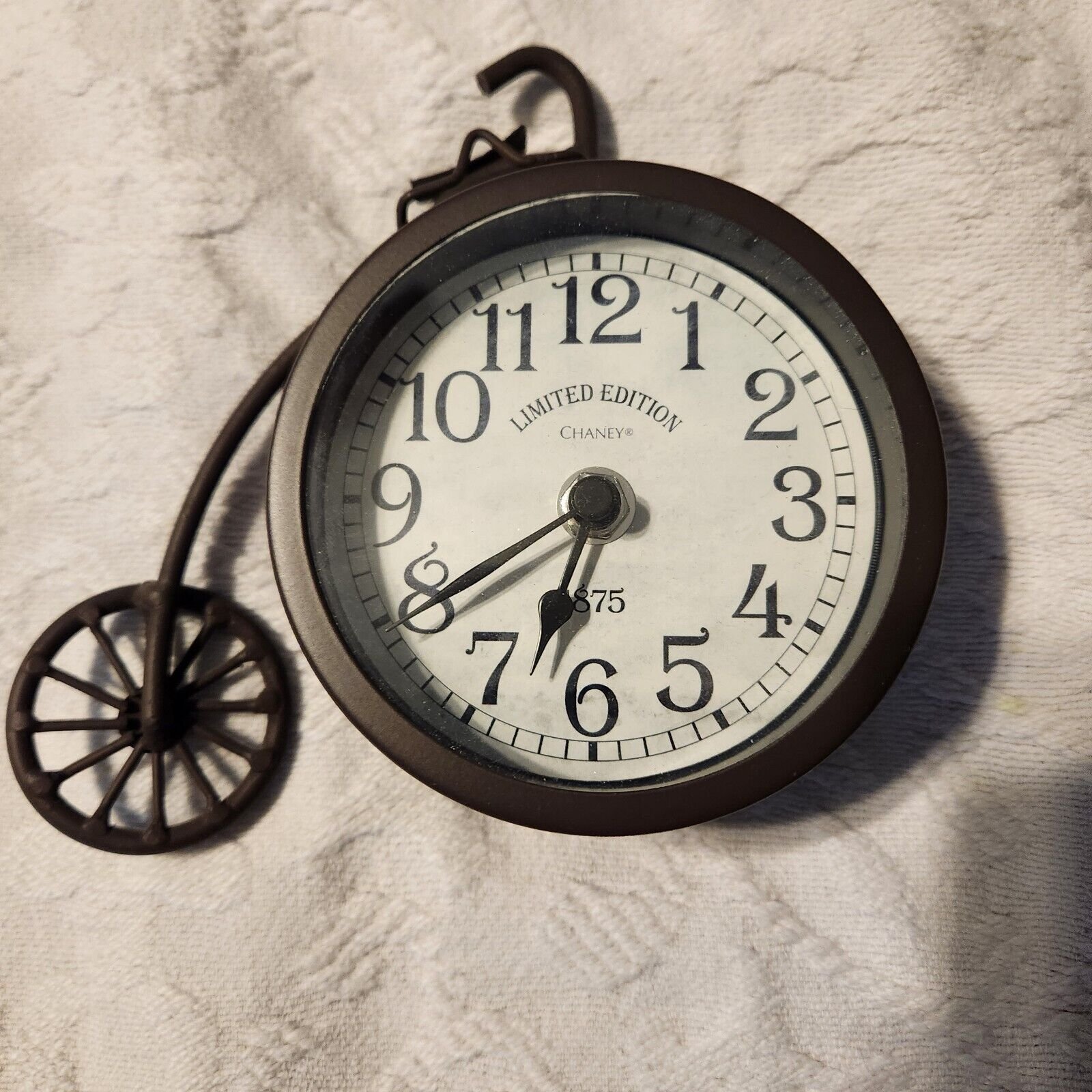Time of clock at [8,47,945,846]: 6:39
